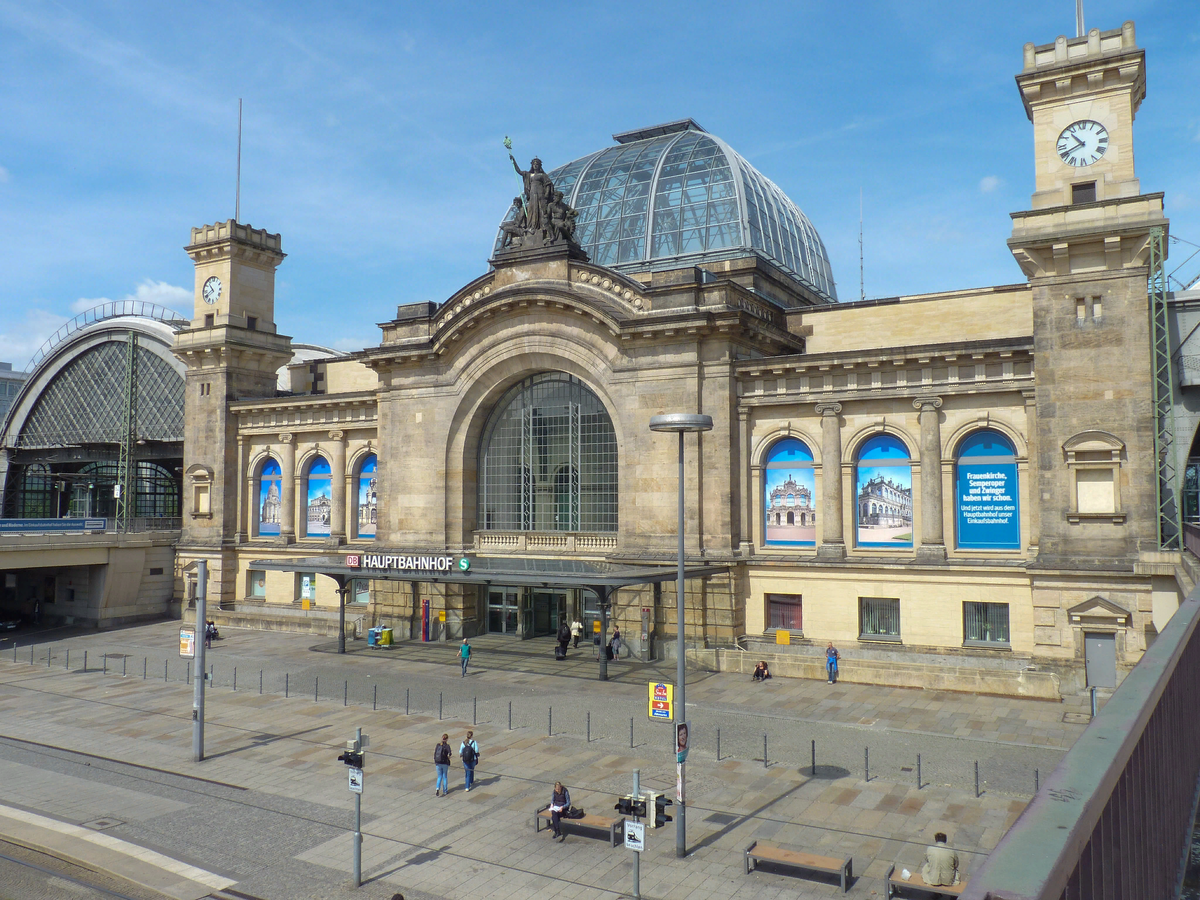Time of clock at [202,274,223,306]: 10:40
